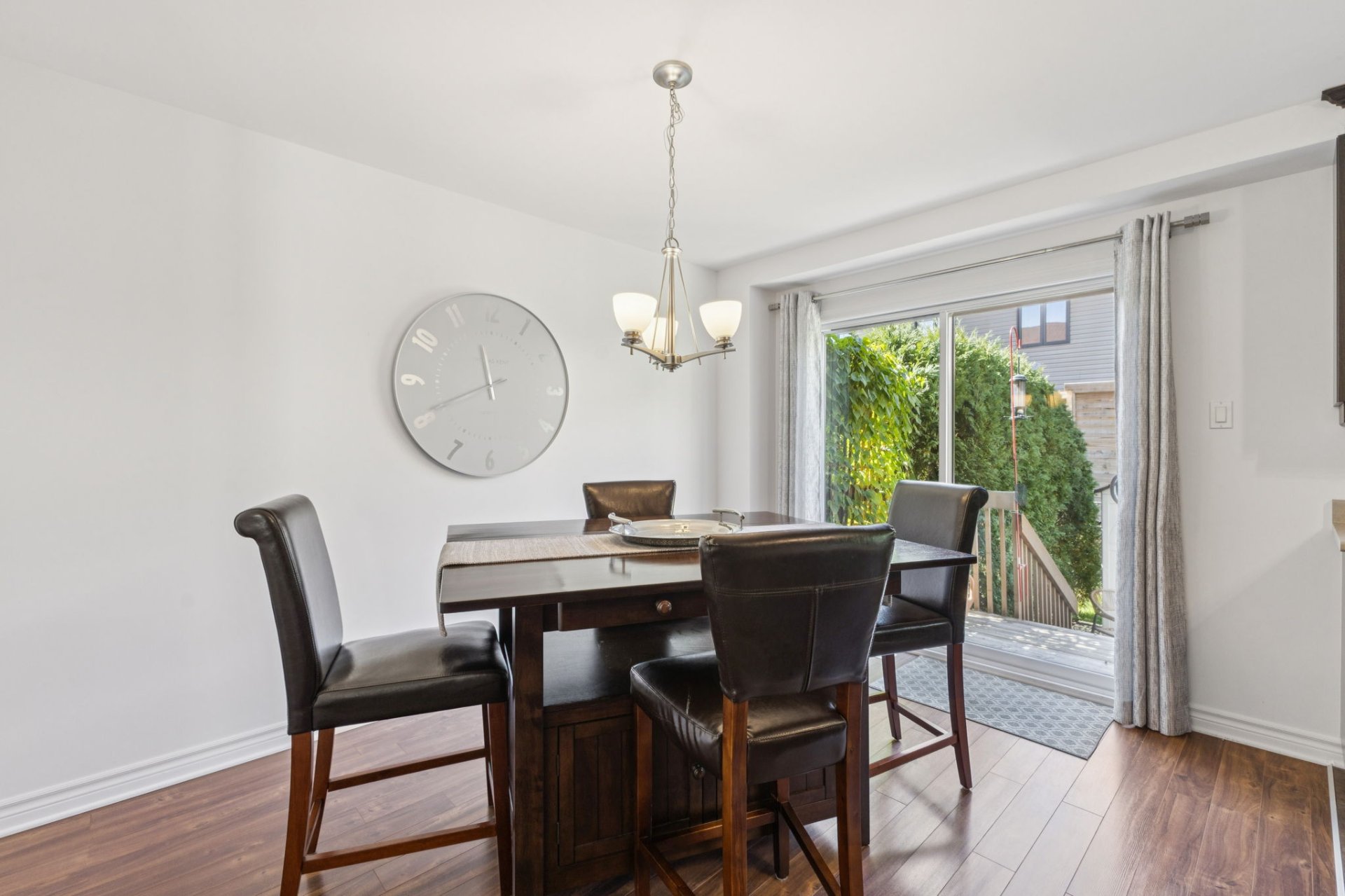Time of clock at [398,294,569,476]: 11:40
